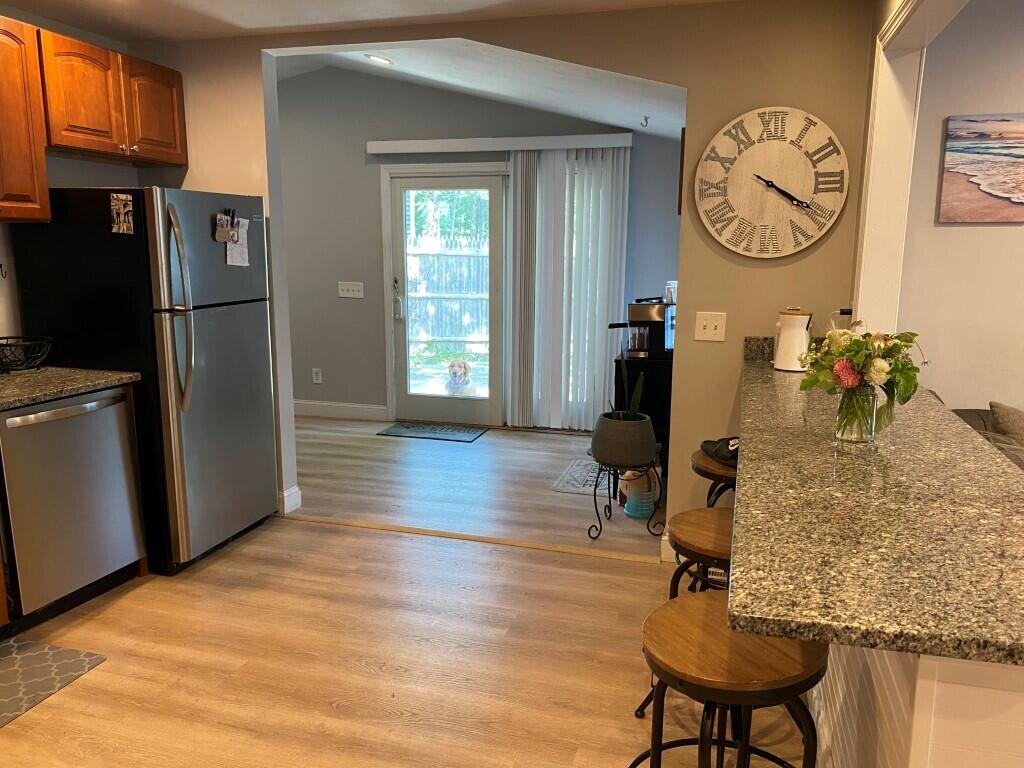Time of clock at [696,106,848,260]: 4:20
